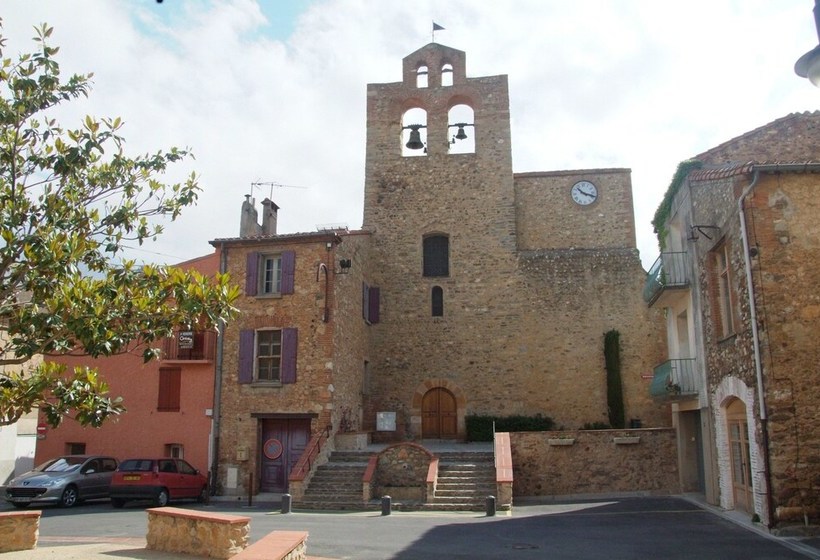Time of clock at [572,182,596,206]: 10:18
